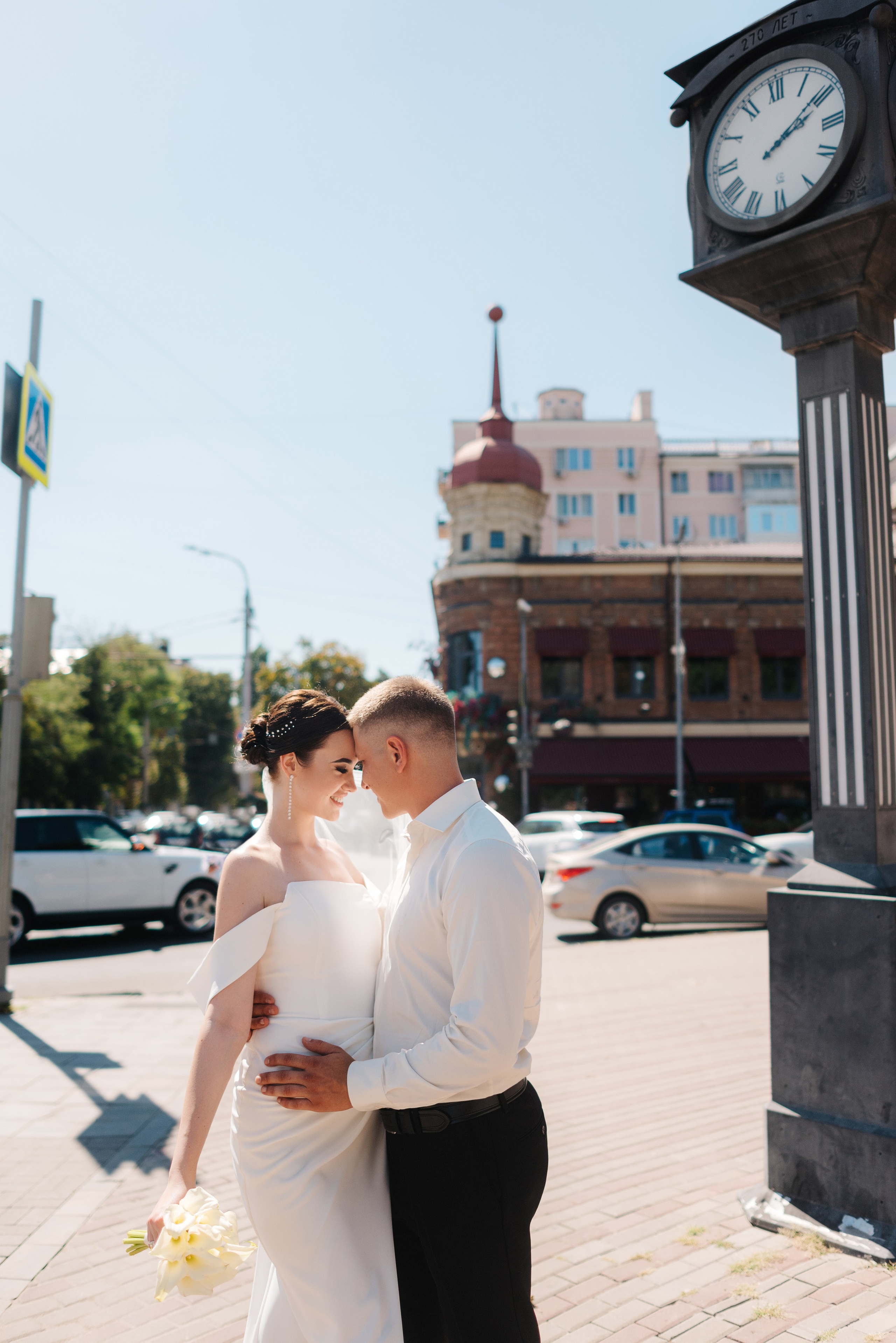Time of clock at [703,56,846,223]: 2:09
